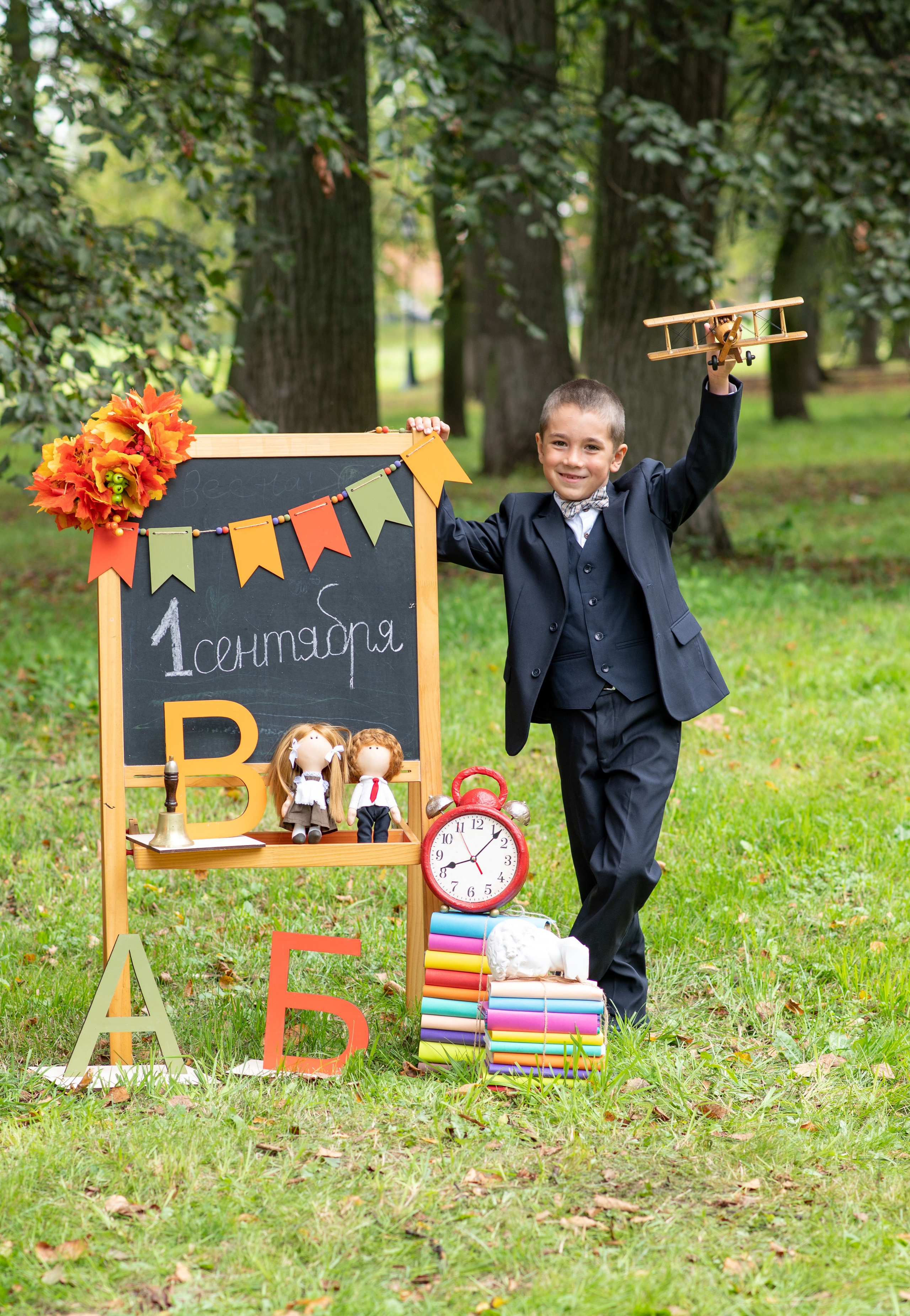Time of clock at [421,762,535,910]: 8:06
